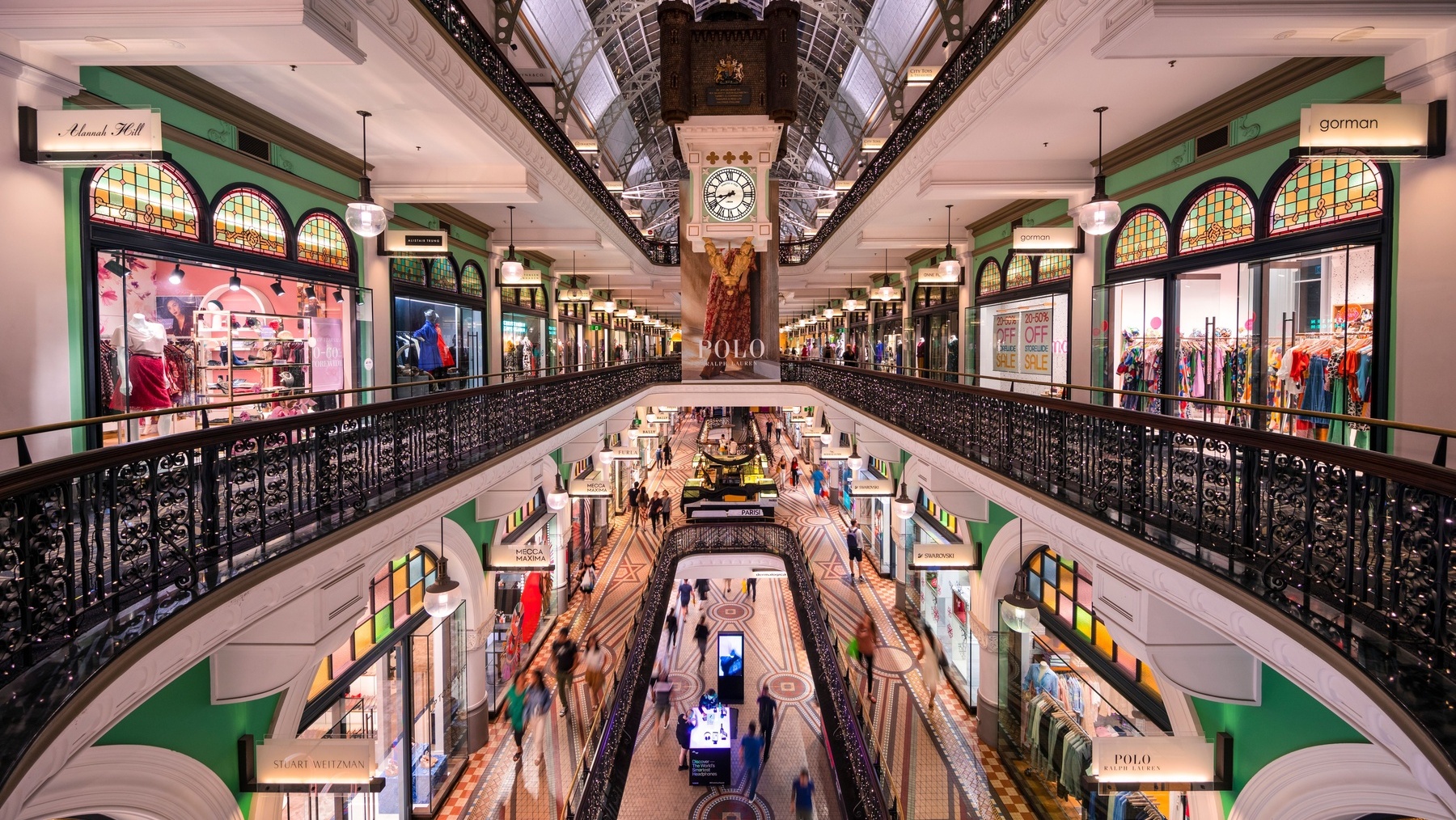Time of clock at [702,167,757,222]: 8:38
